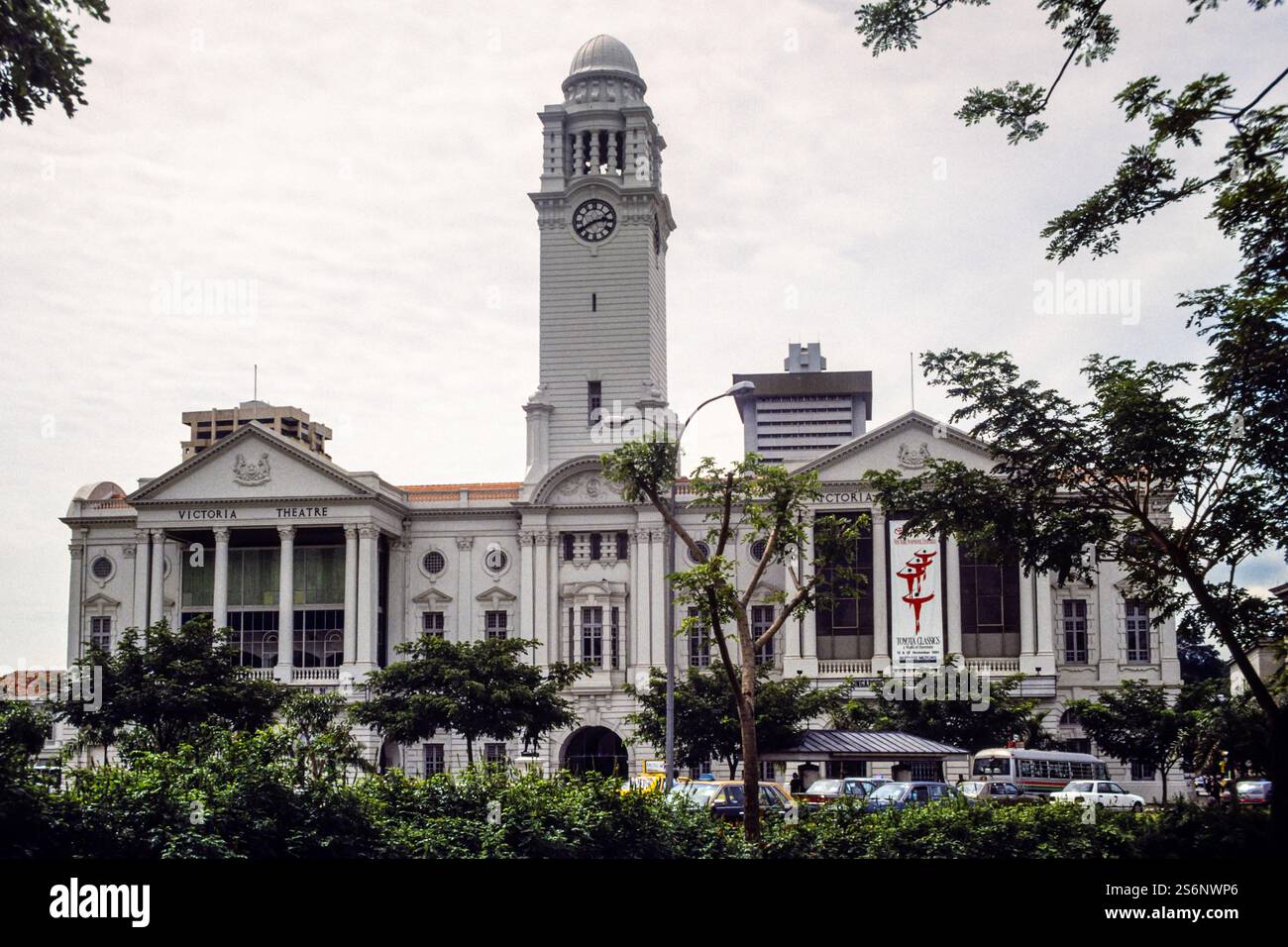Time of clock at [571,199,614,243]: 2:40
